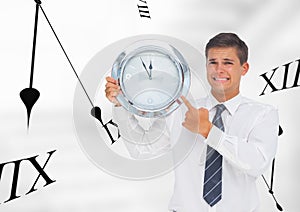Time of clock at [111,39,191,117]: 11:55
